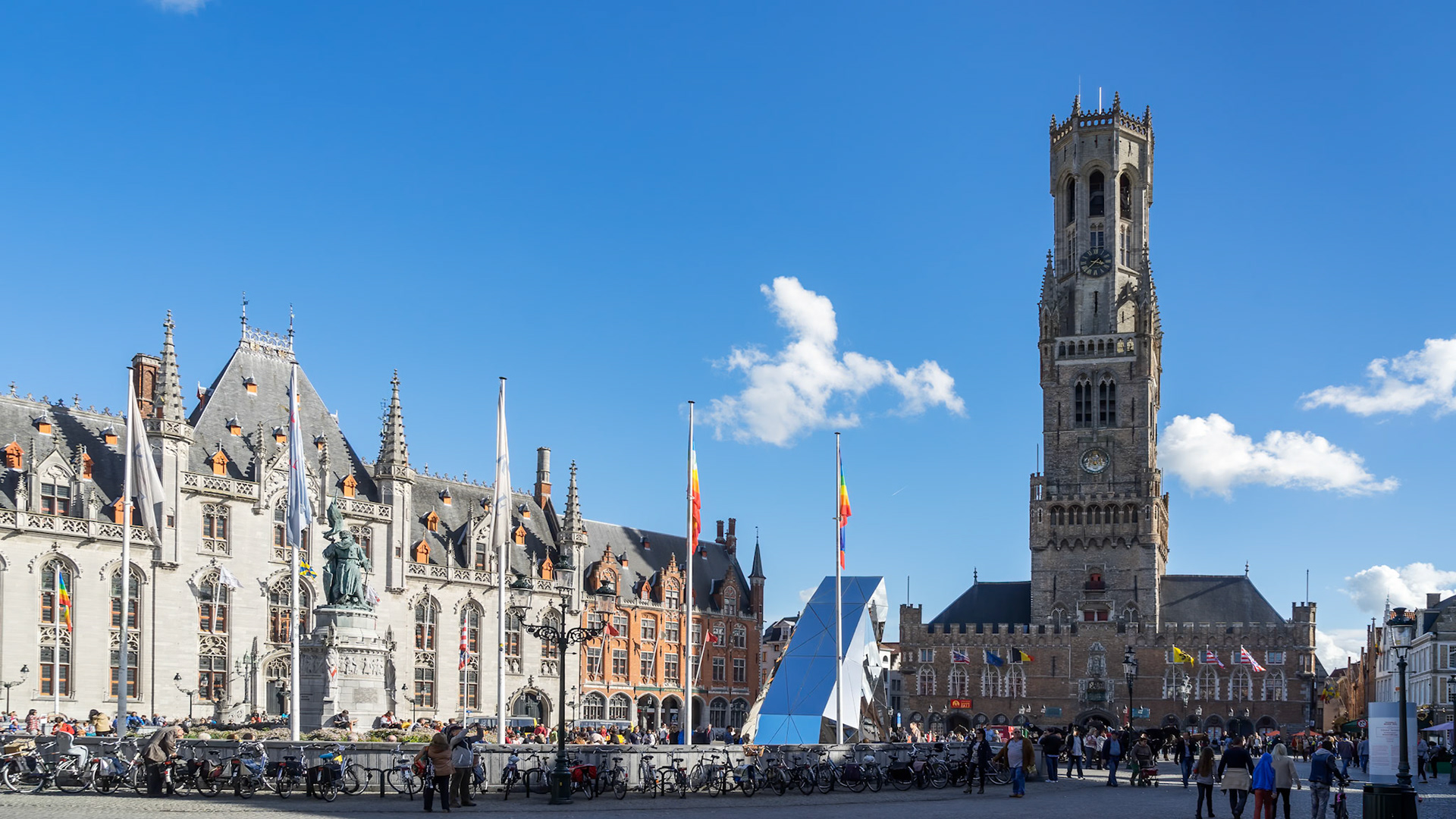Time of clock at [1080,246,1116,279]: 3:37
